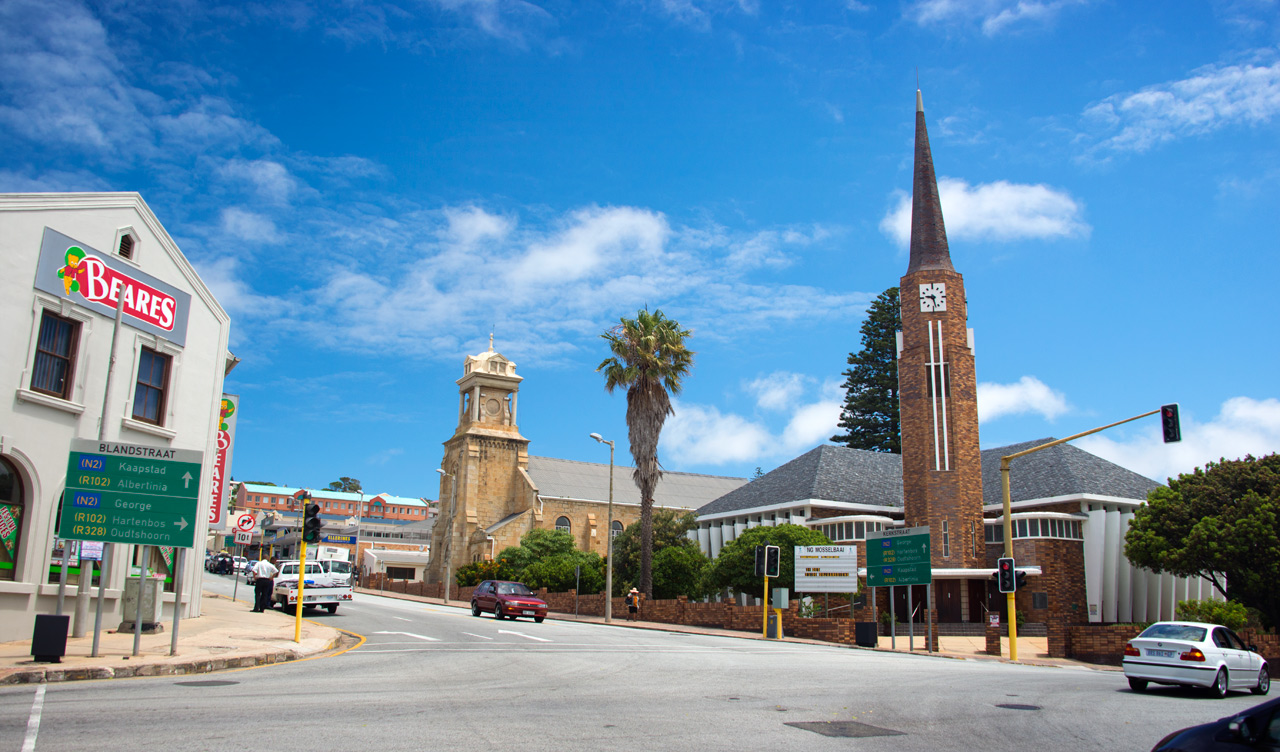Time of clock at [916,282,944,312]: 9:28
